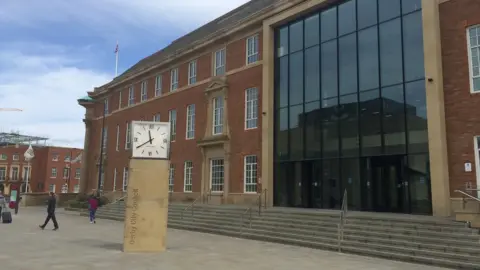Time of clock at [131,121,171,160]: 11:39
